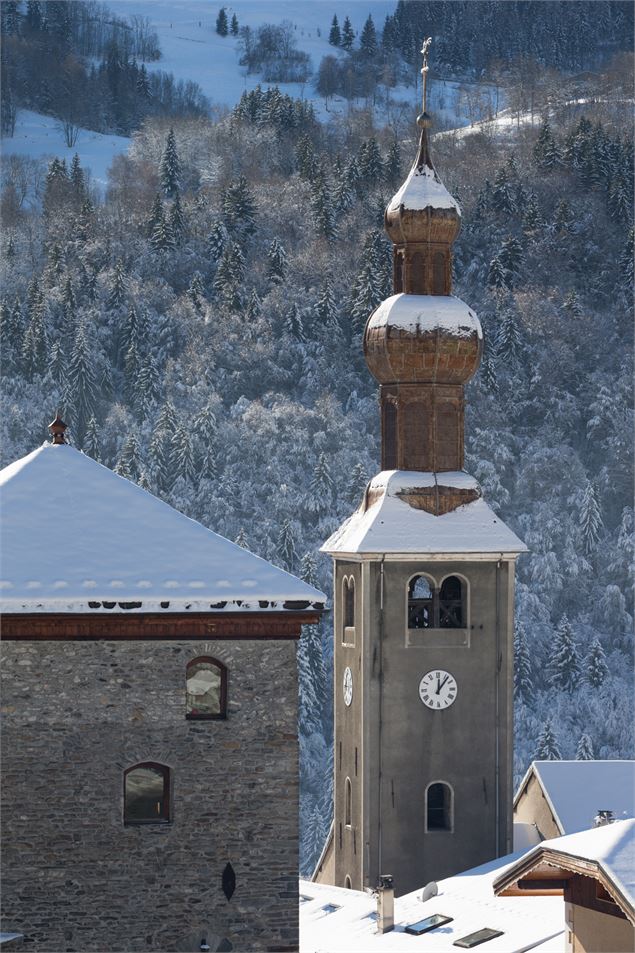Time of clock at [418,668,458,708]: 12:06
